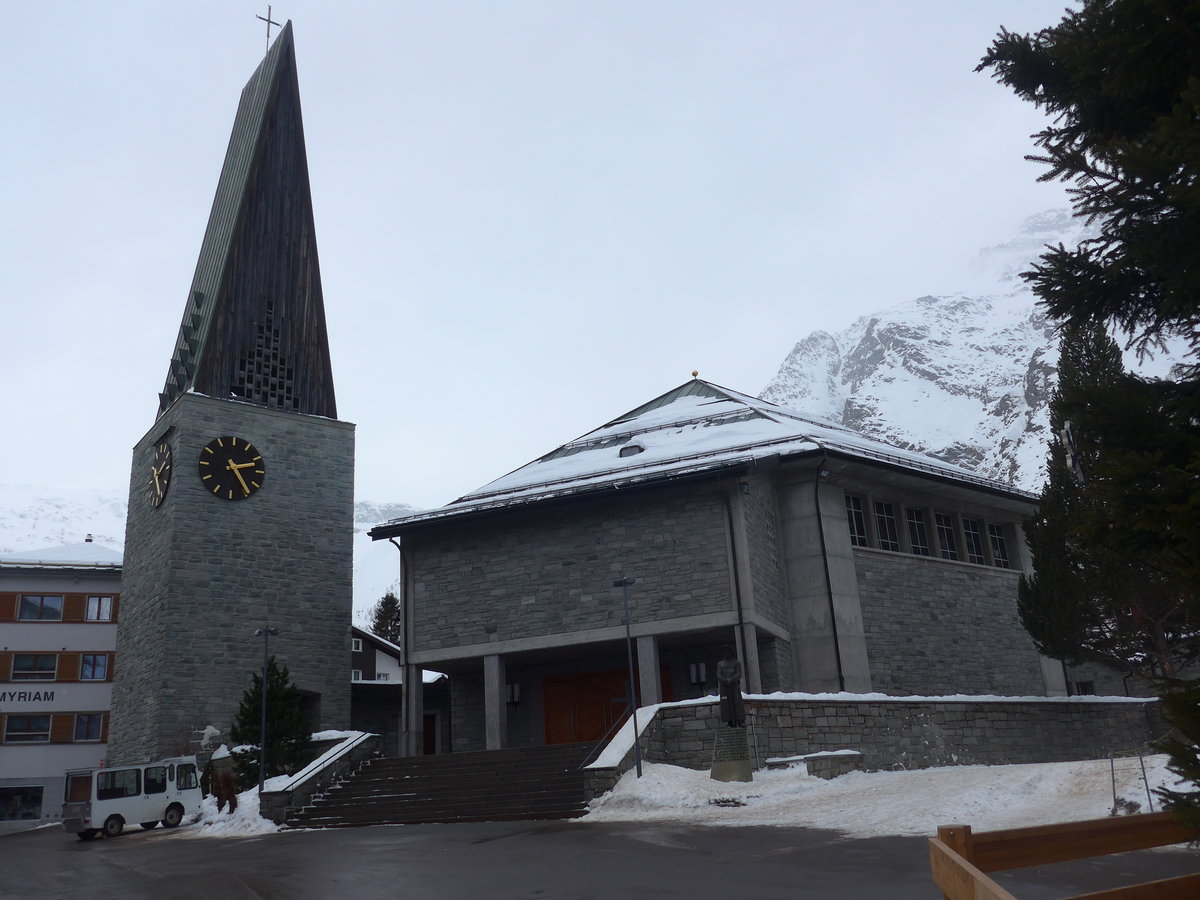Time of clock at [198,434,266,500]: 2:24
